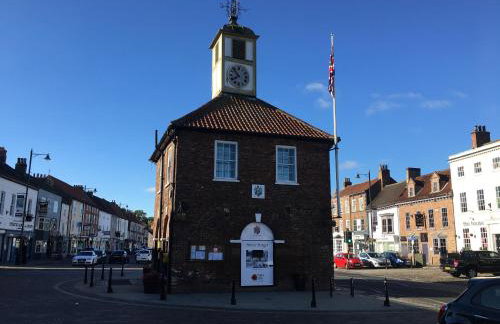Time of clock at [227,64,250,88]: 7:52
